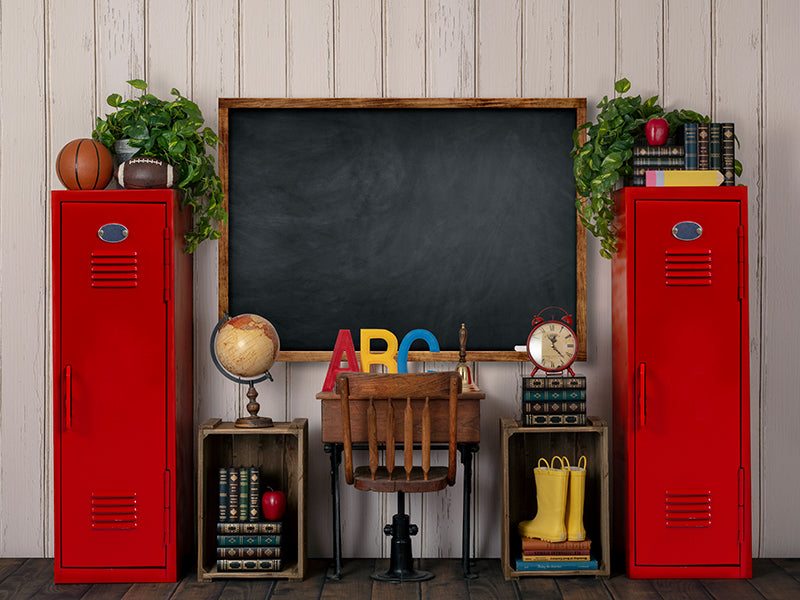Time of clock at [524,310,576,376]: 12:23
